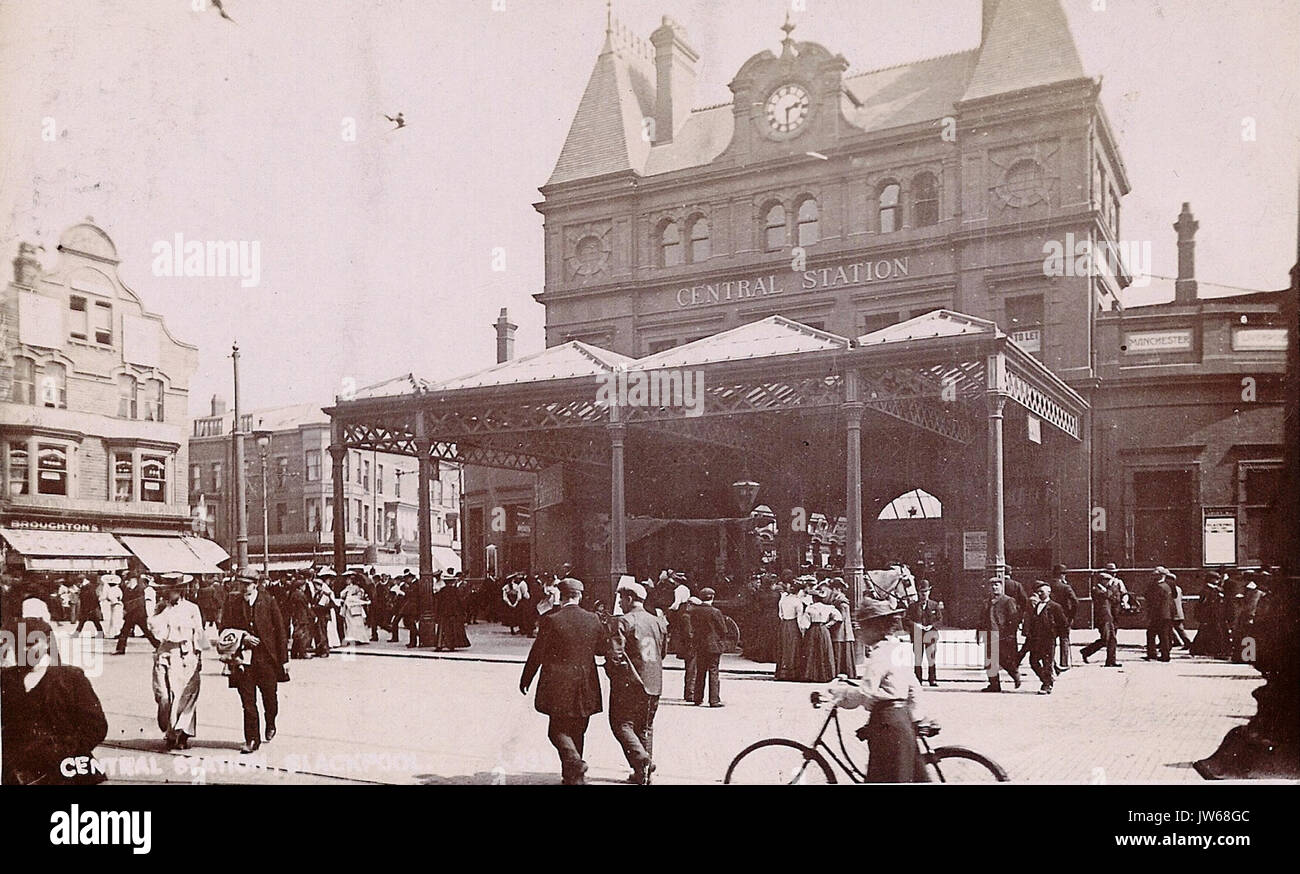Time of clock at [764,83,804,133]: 2:30
